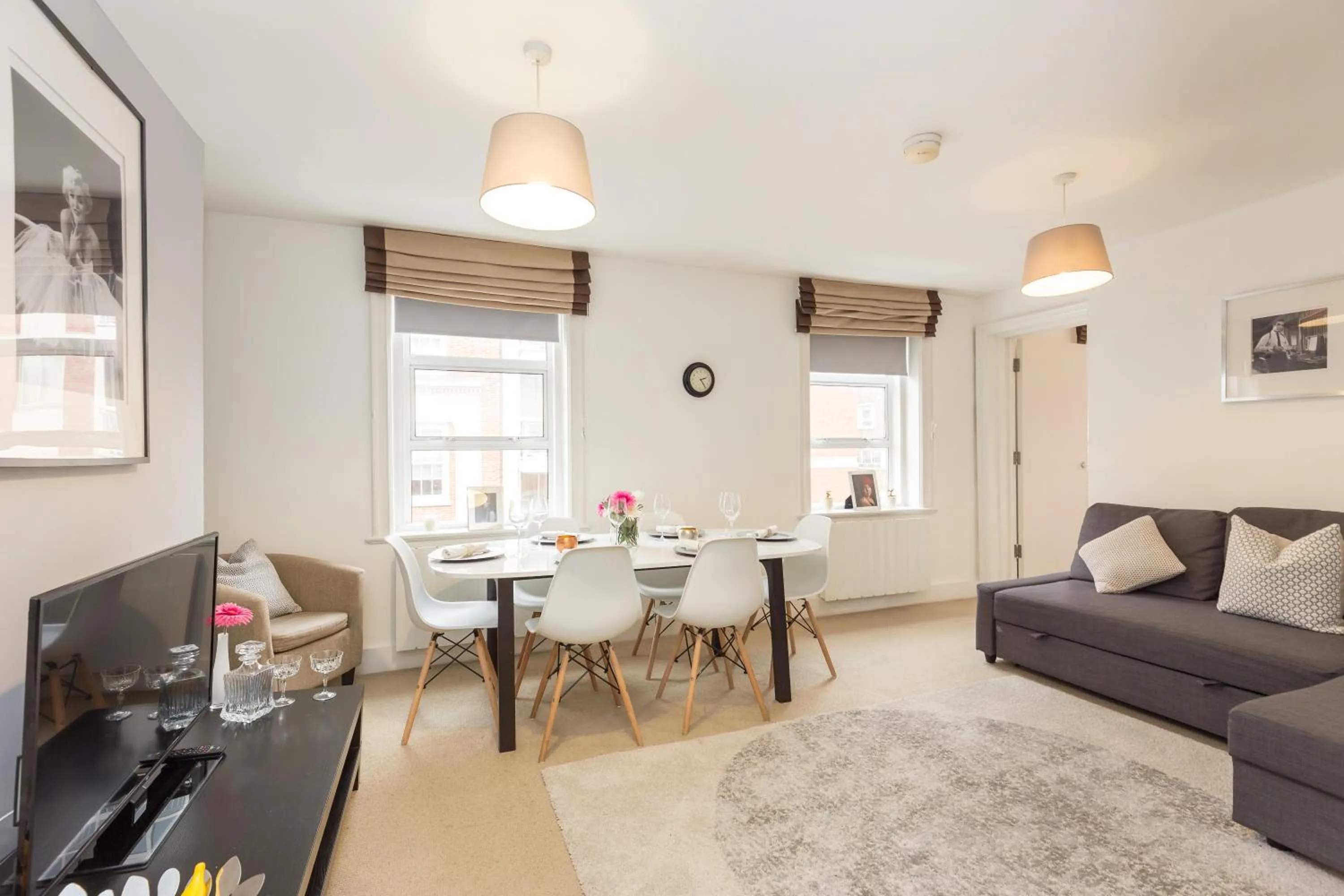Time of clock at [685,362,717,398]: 2:24
